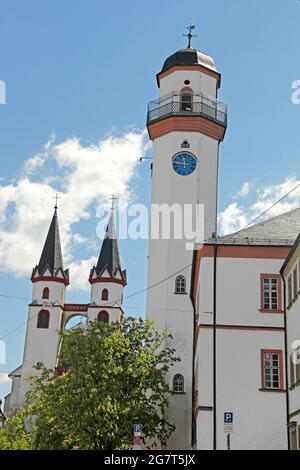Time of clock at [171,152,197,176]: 11:46
